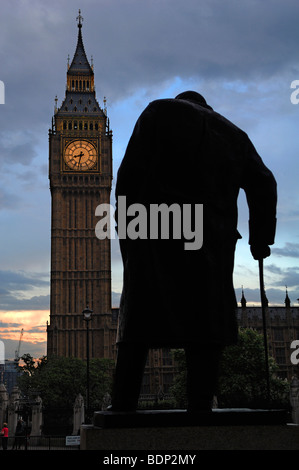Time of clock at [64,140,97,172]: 8:32
